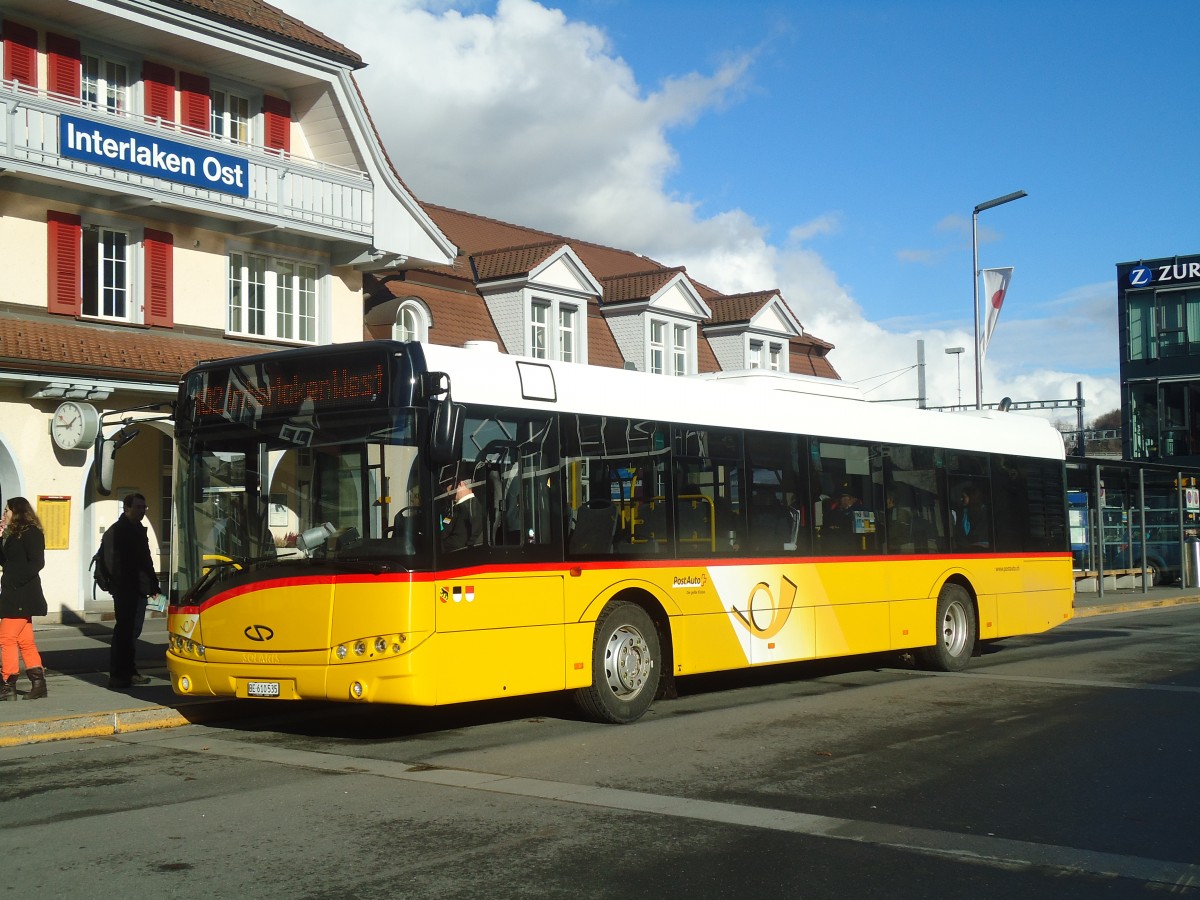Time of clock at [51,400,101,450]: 1:45
